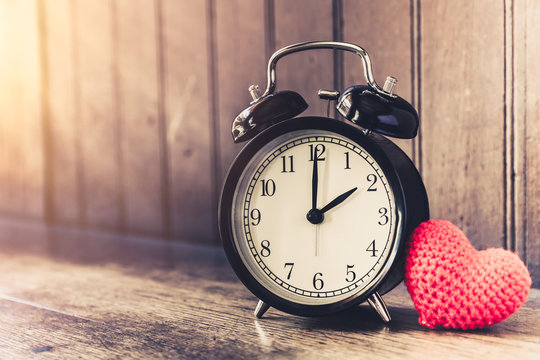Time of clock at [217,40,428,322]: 2:00
